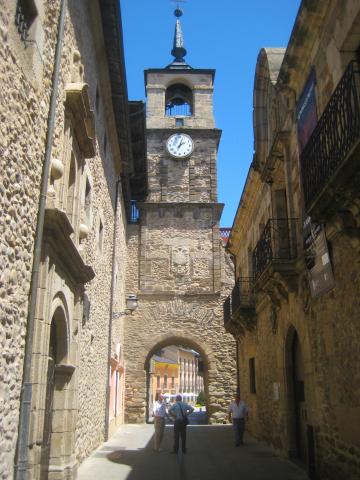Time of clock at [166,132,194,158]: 2:03
